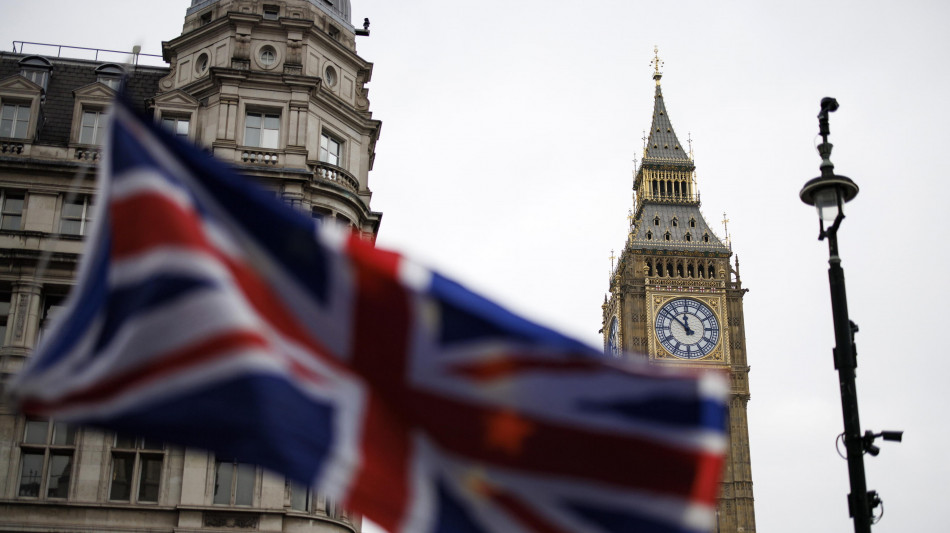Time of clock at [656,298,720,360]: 11:51
